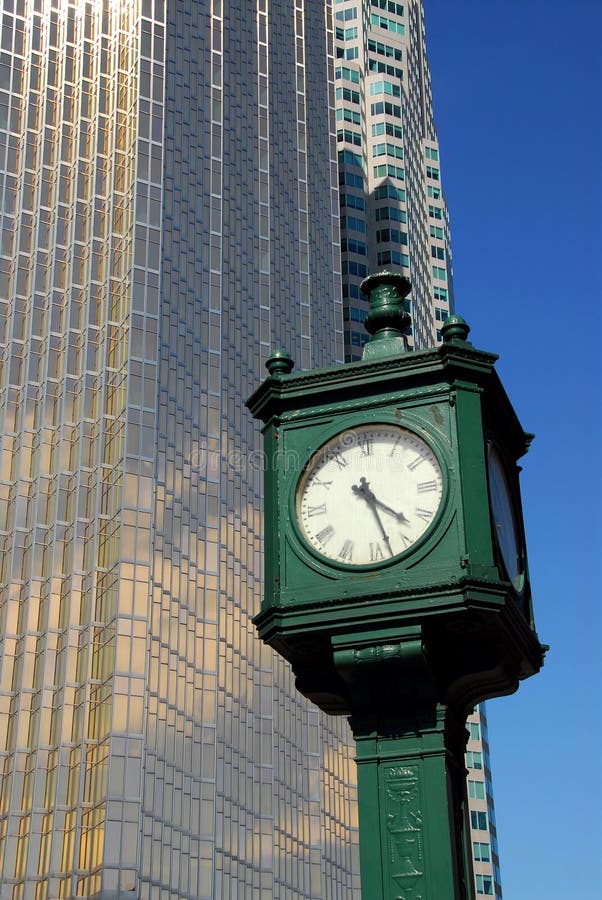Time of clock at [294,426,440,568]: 4:27
